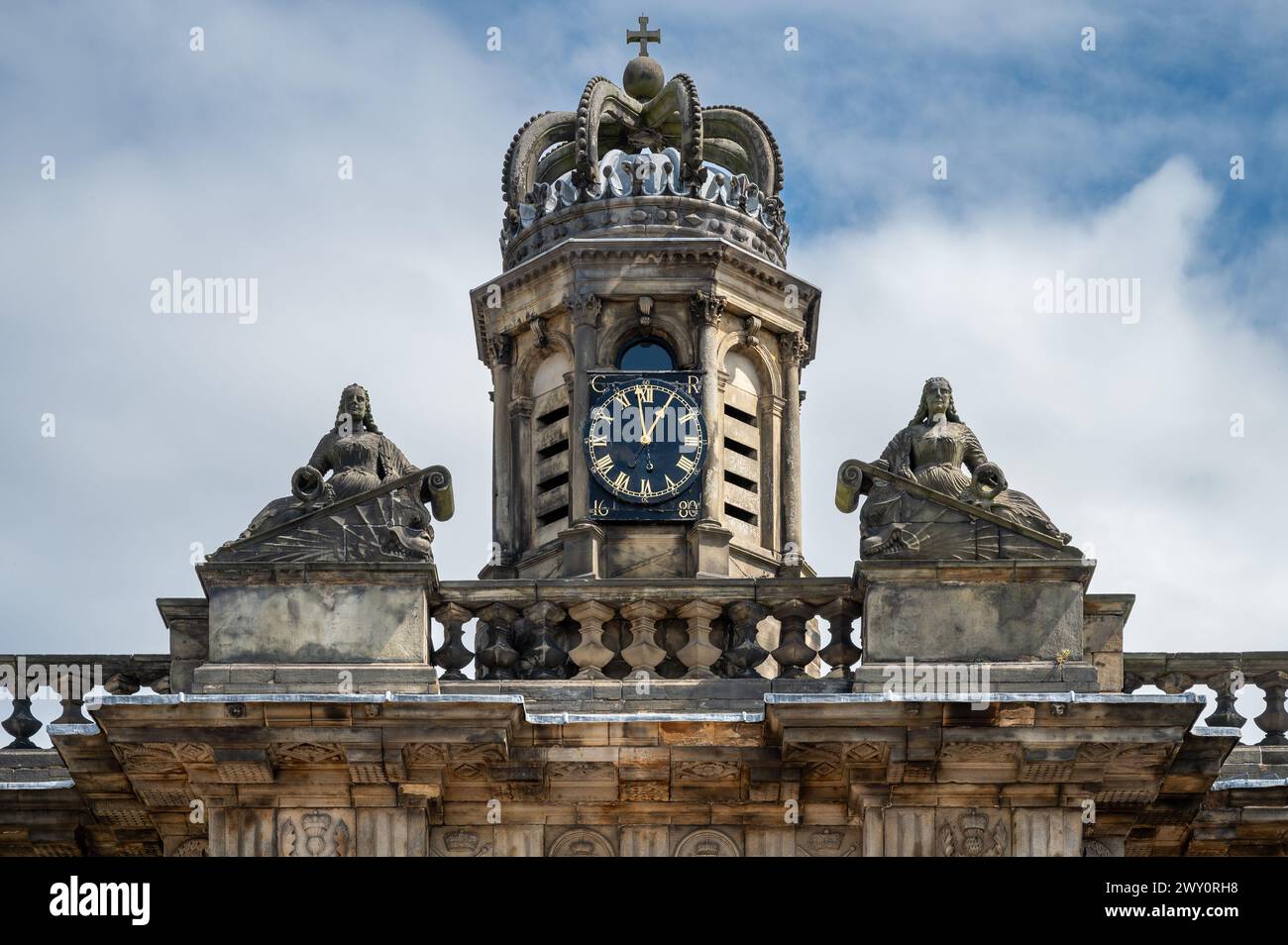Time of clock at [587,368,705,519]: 12:58
